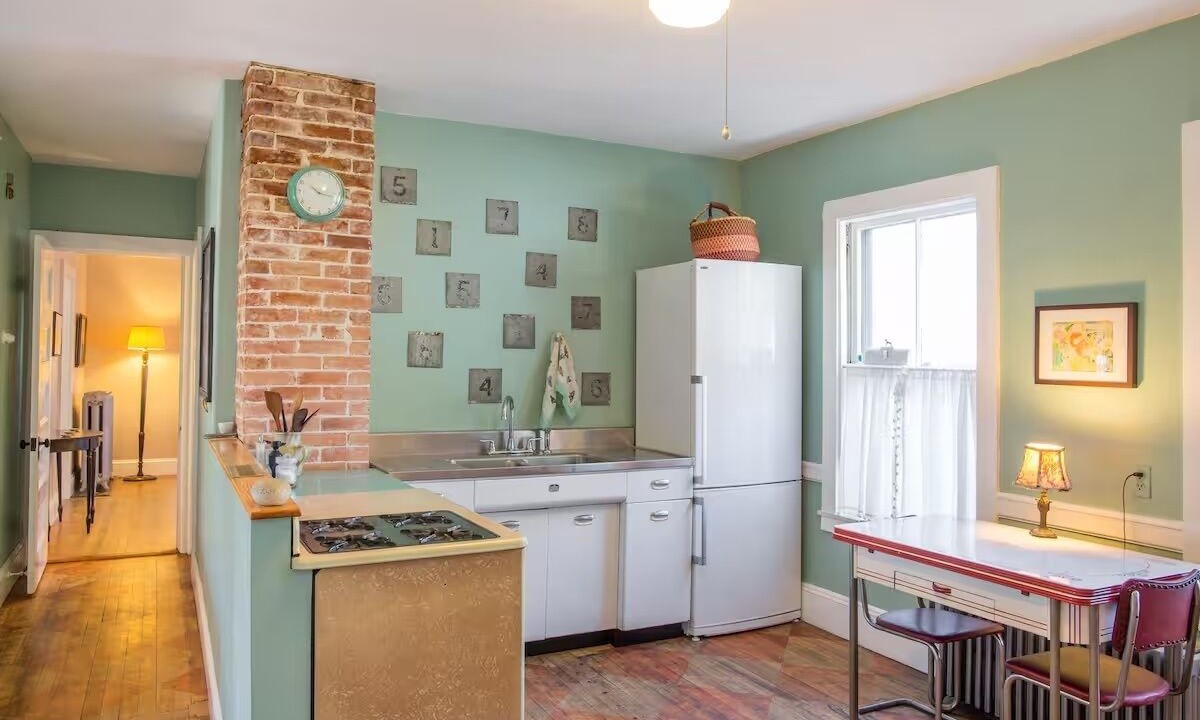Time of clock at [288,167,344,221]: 10:17
